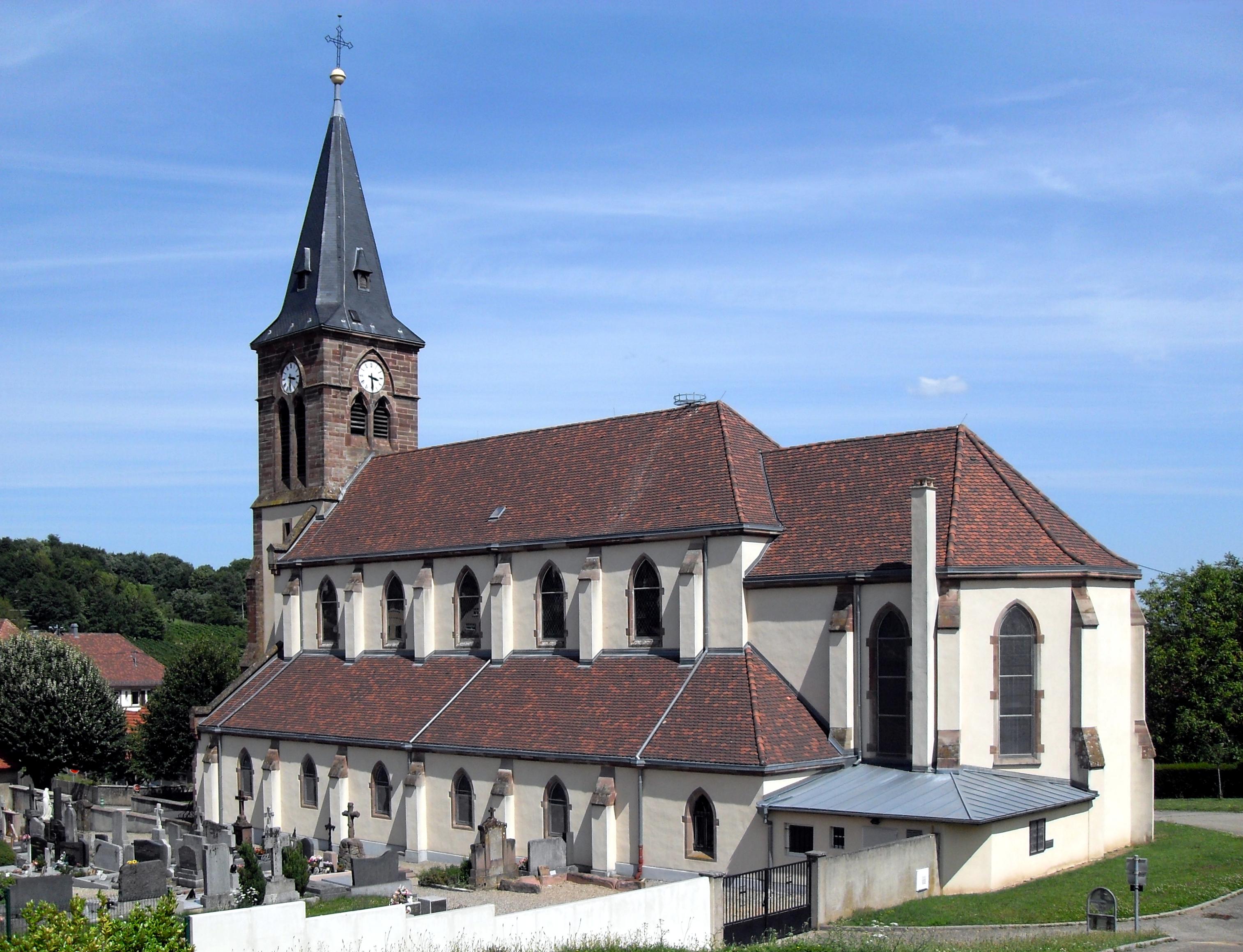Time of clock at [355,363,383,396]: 3:29
